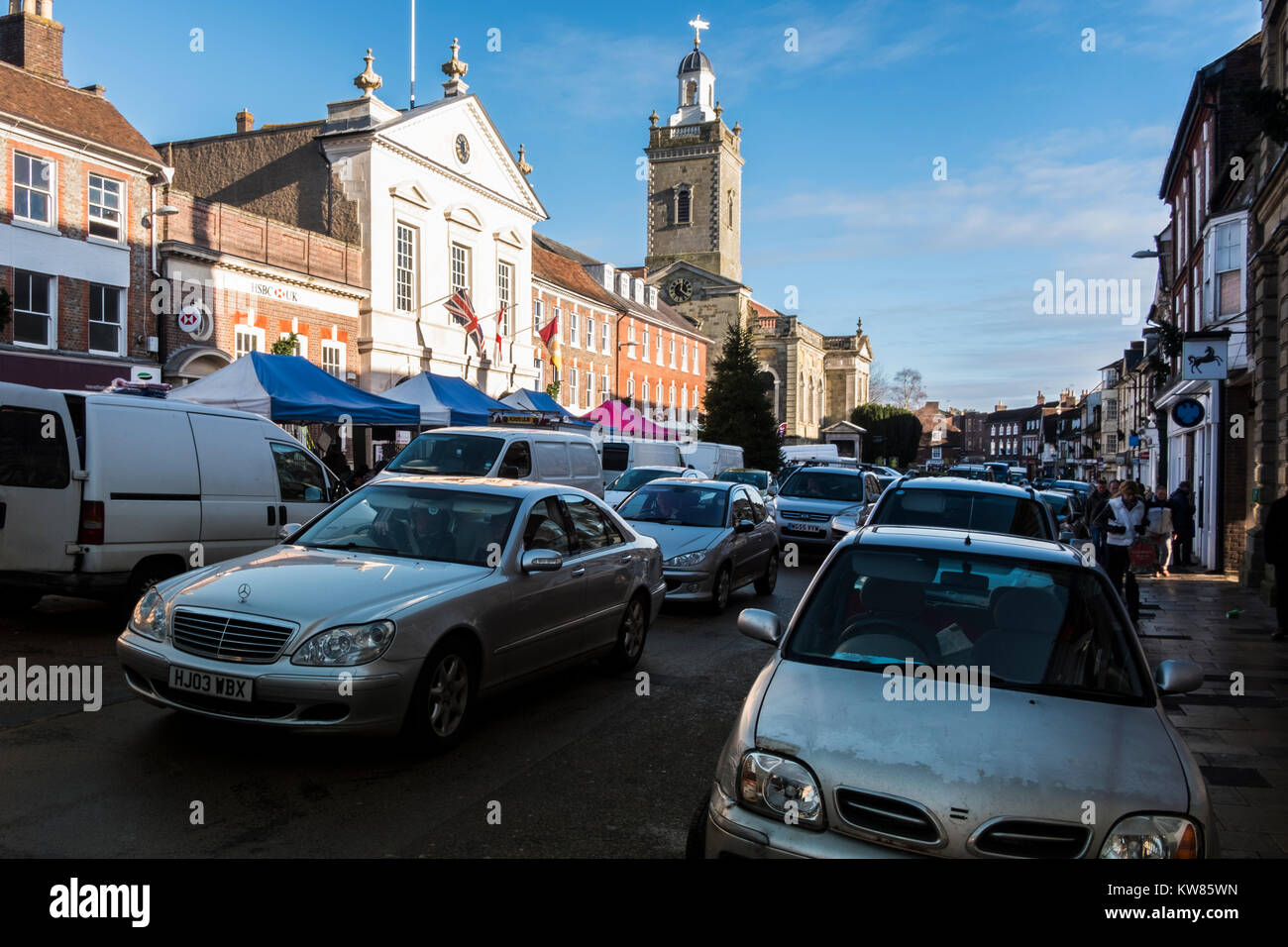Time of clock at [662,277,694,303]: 12:20
